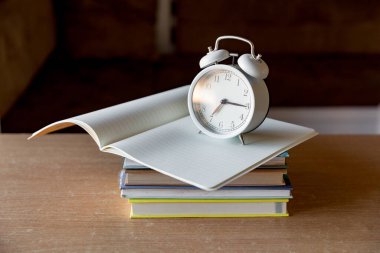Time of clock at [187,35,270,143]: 7:15
